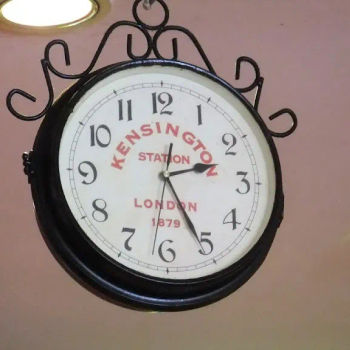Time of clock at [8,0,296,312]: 2:25
